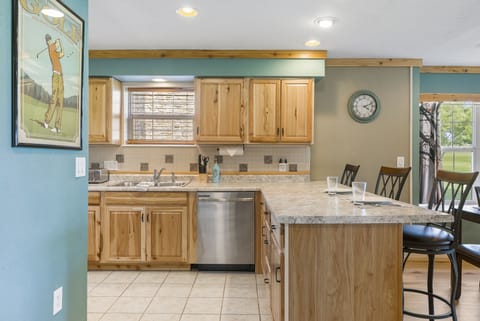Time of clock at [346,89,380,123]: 4:11
